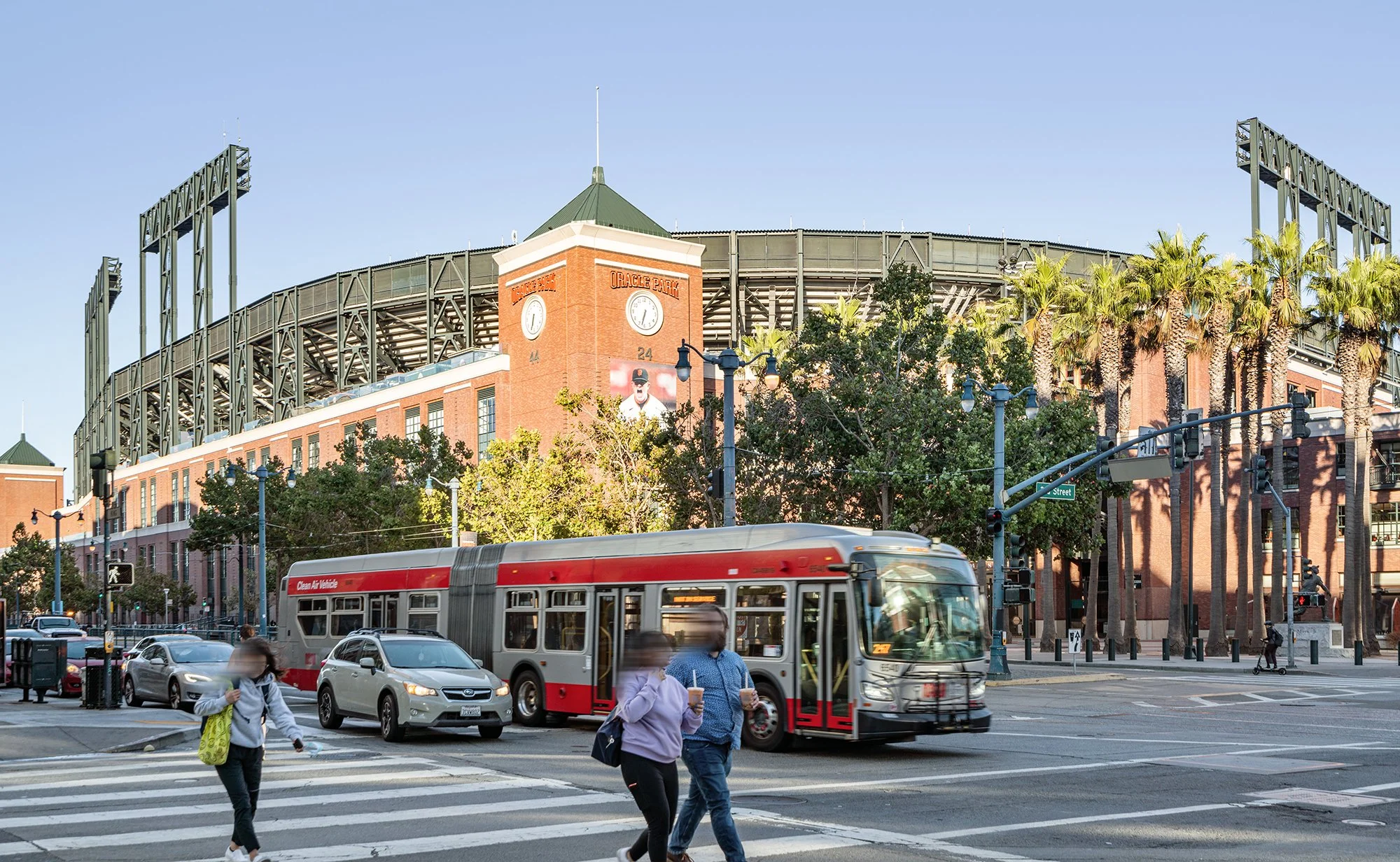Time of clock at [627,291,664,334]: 6:32
